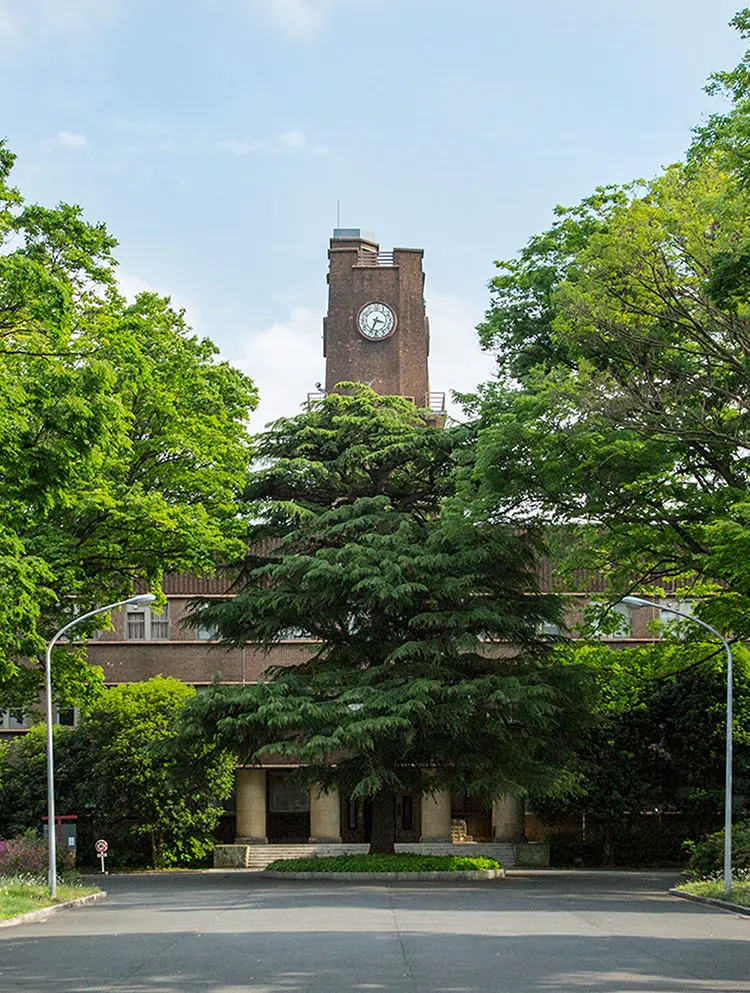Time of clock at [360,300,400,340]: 3:34
